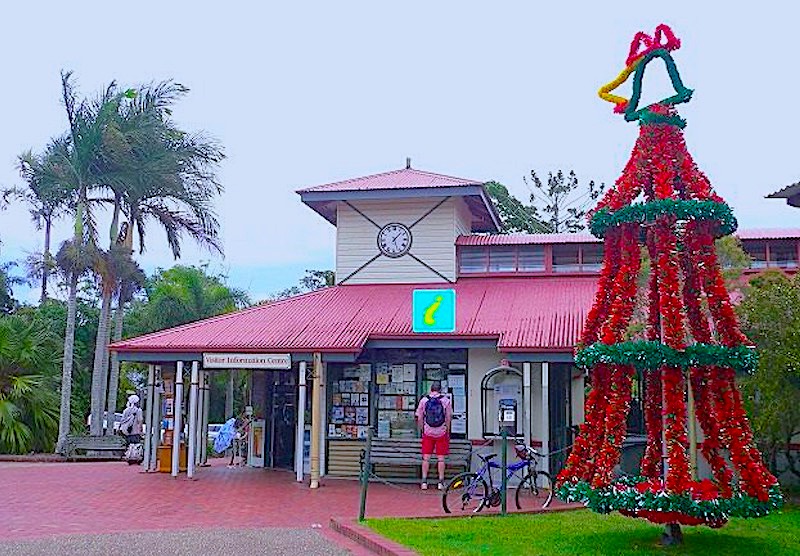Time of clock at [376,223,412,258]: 1:26
